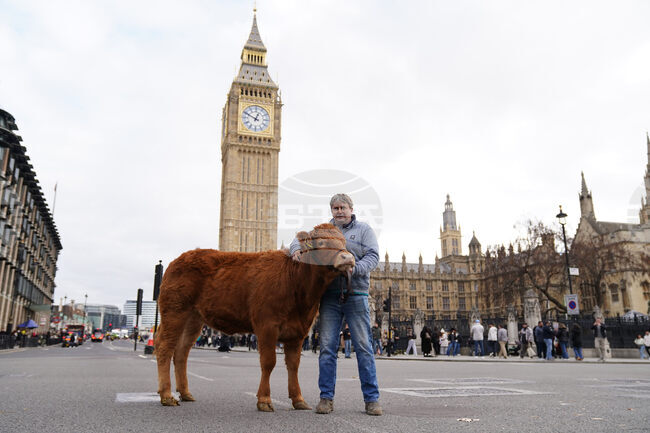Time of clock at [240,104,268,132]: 12:49
